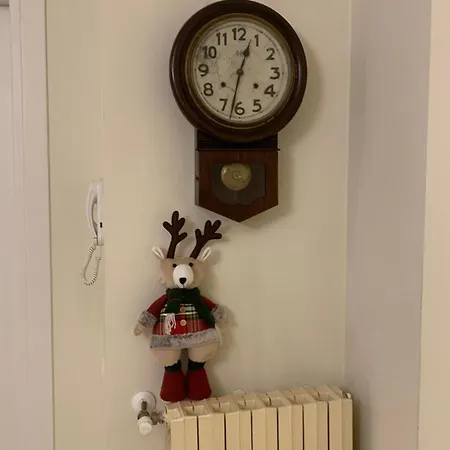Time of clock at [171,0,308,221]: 12:32
